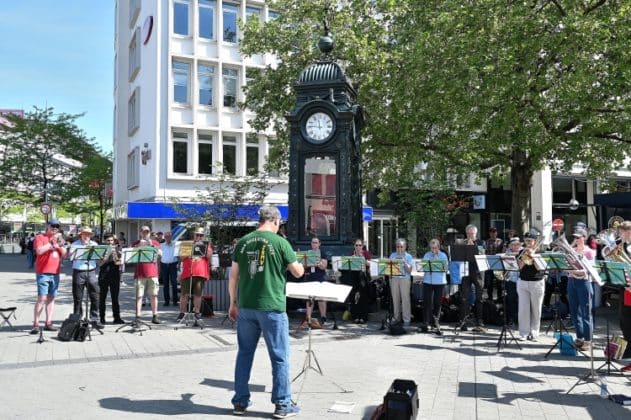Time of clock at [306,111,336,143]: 11:46
